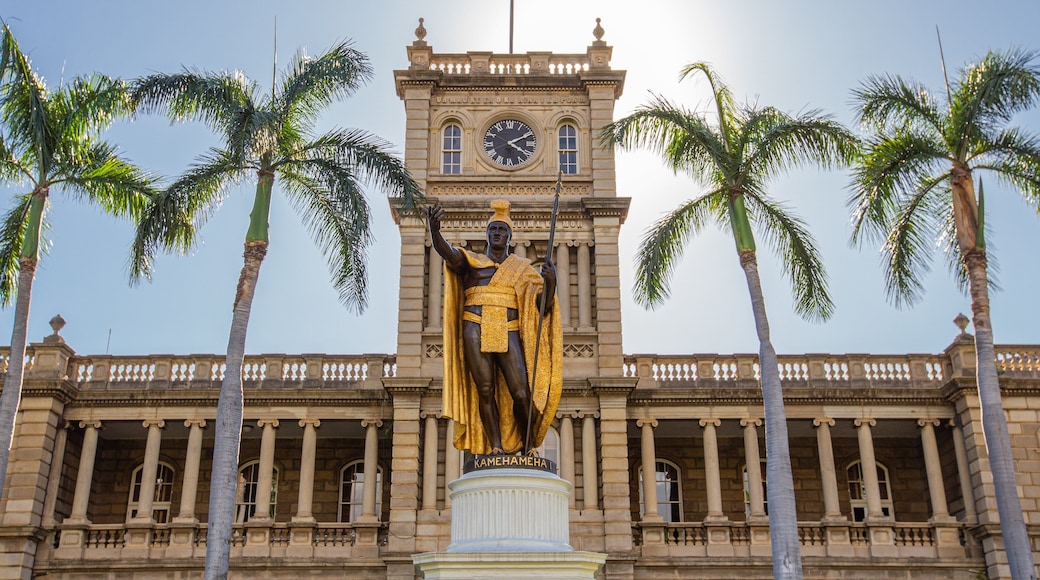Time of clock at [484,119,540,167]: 4:10
